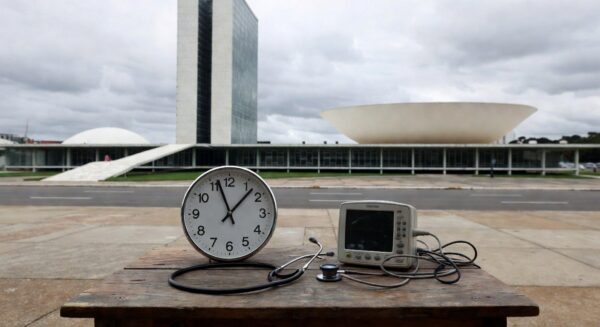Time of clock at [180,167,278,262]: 11:07
